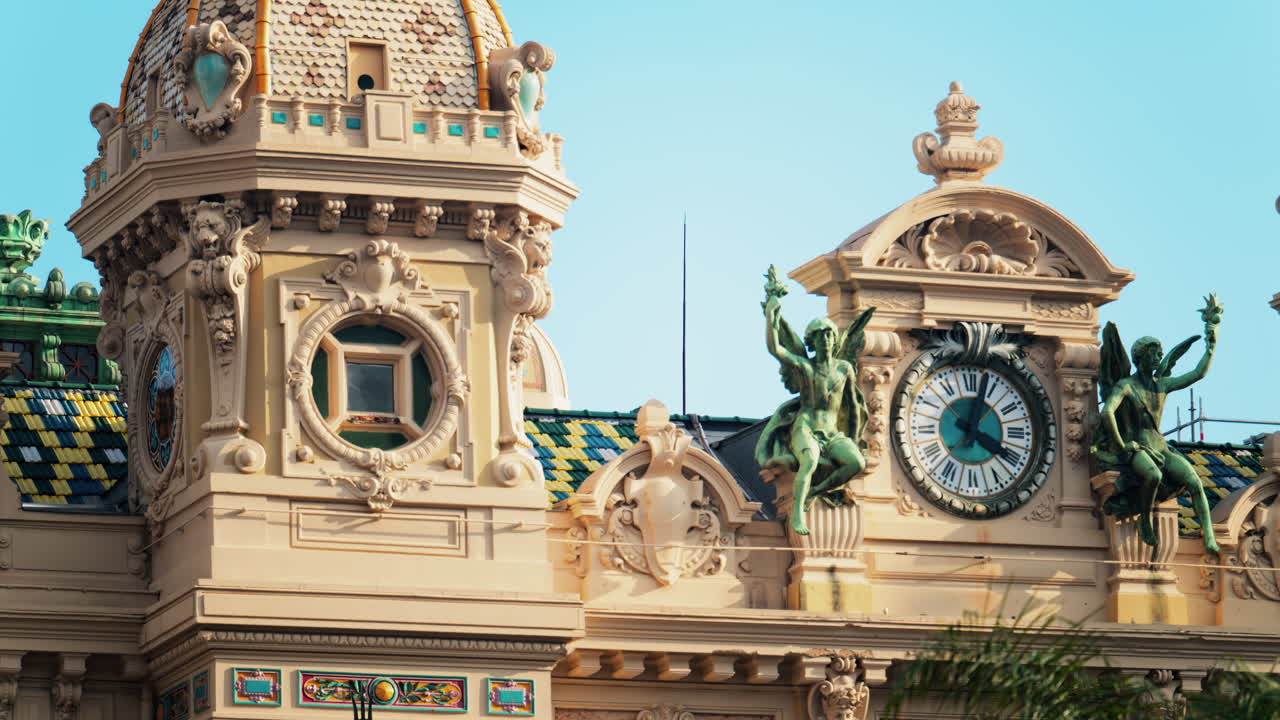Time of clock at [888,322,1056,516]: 4:03
